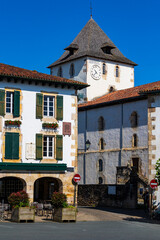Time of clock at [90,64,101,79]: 10:37
